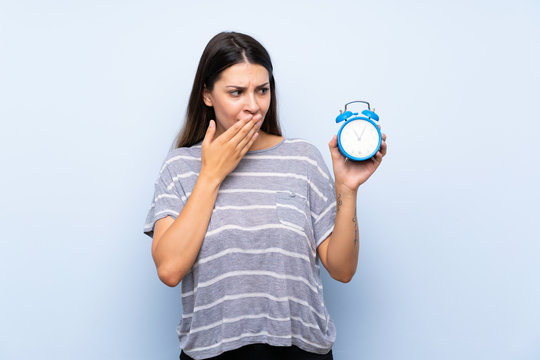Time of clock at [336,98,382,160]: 11:05
